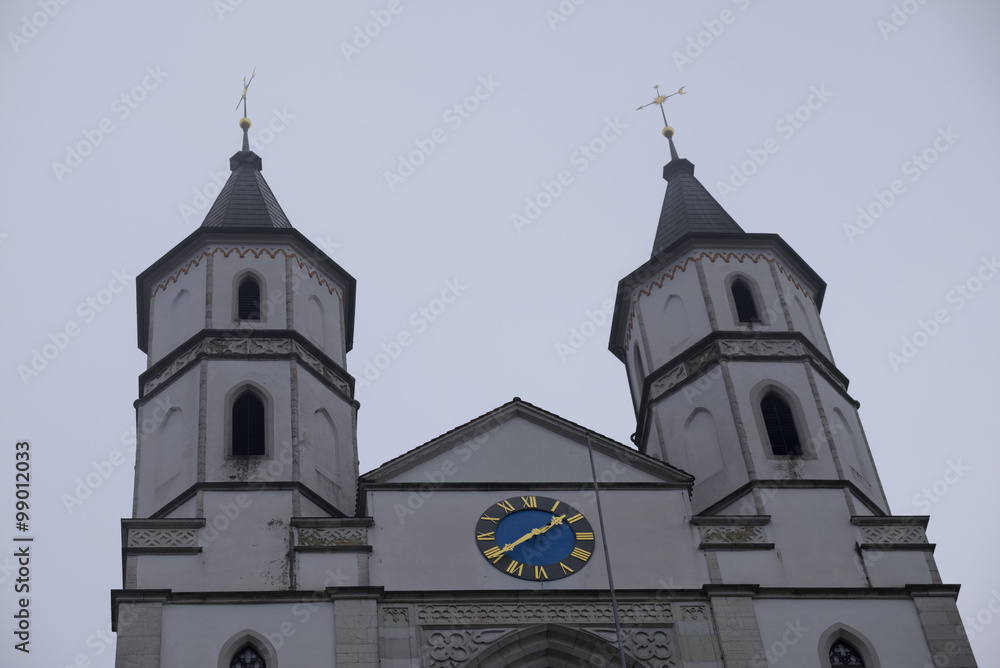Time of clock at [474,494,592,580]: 1:39
